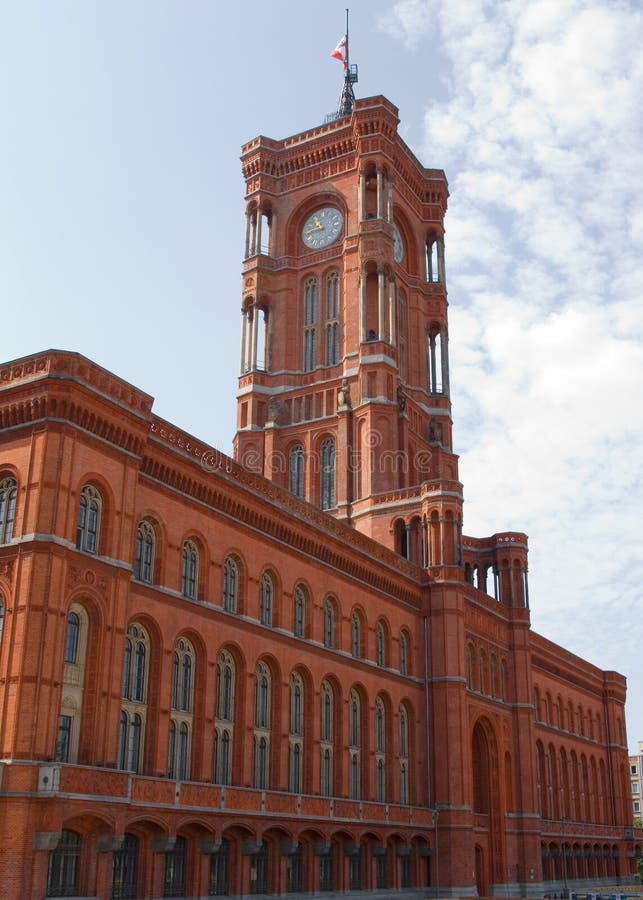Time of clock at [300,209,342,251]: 10:43
